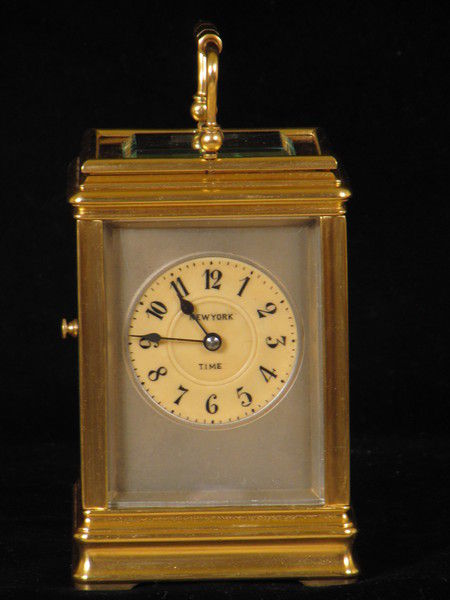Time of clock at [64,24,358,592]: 10:45
